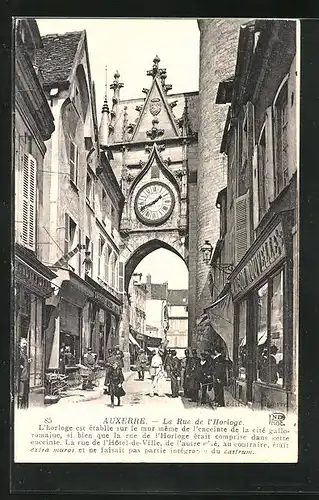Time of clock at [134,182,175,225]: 1:41
